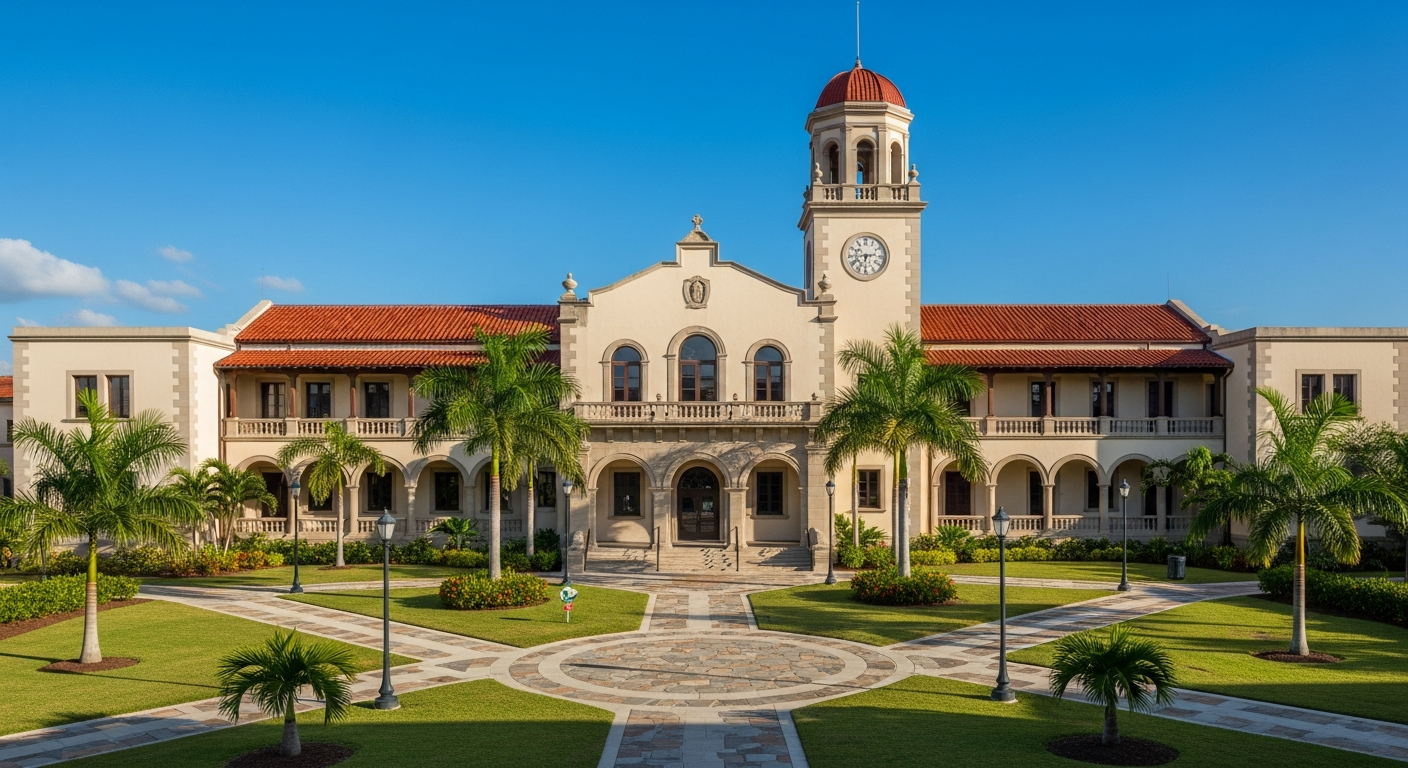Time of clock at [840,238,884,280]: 6:13
